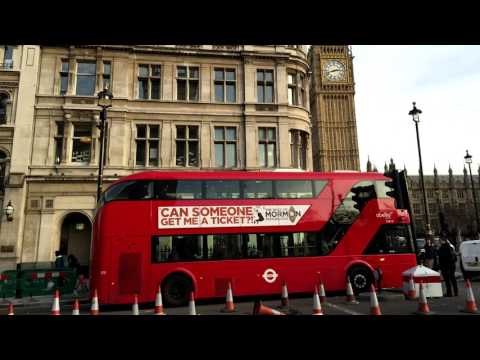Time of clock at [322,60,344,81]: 2:42
